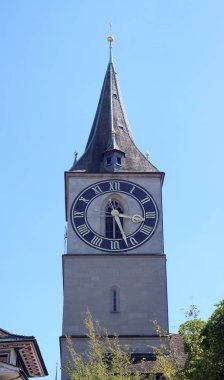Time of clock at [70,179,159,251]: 3:27
